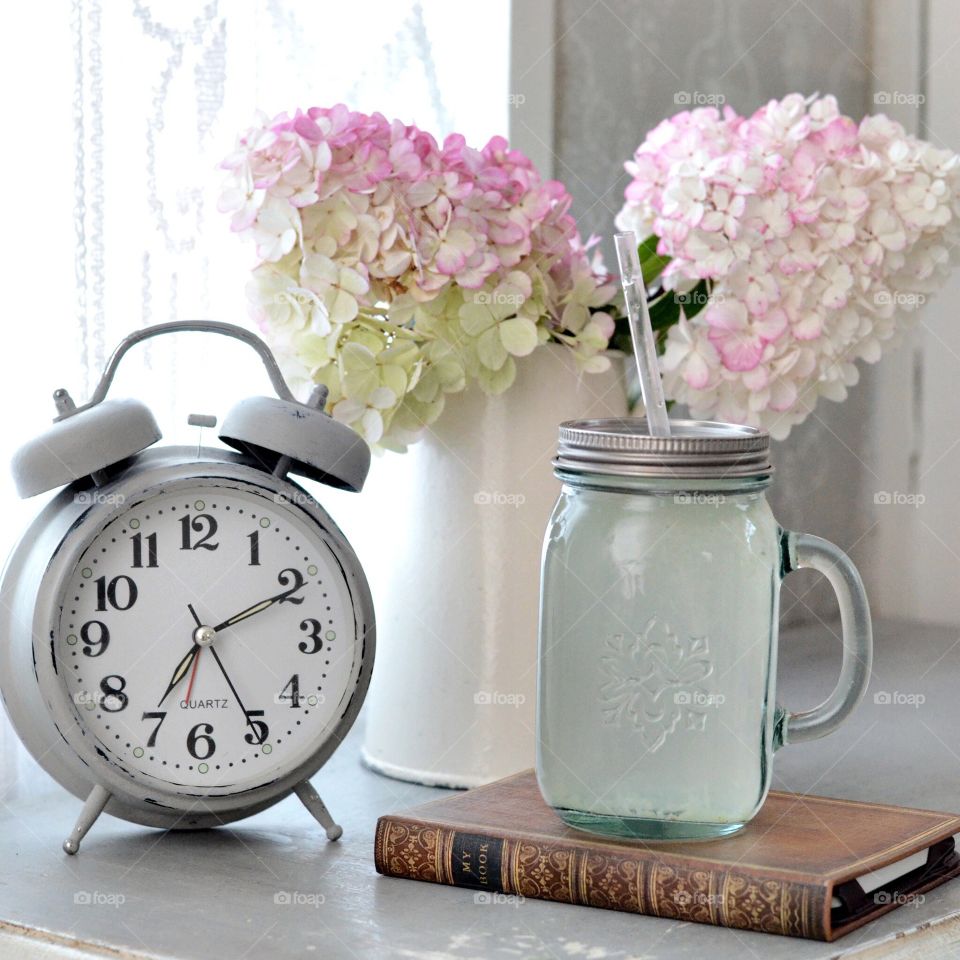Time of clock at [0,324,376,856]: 7:10
